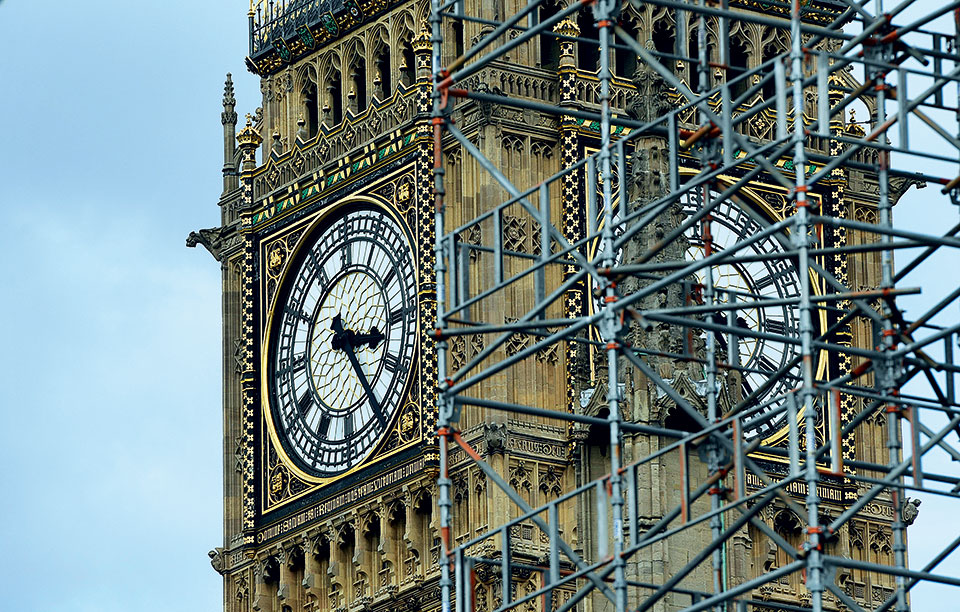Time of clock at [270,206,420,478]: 3:22
